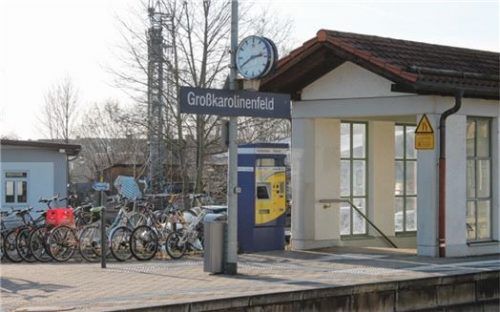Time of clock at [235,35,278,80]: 2:40
